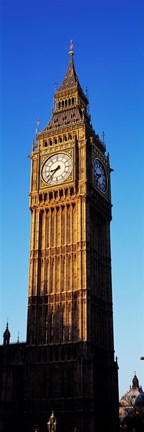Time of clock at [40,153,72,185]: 8:37
